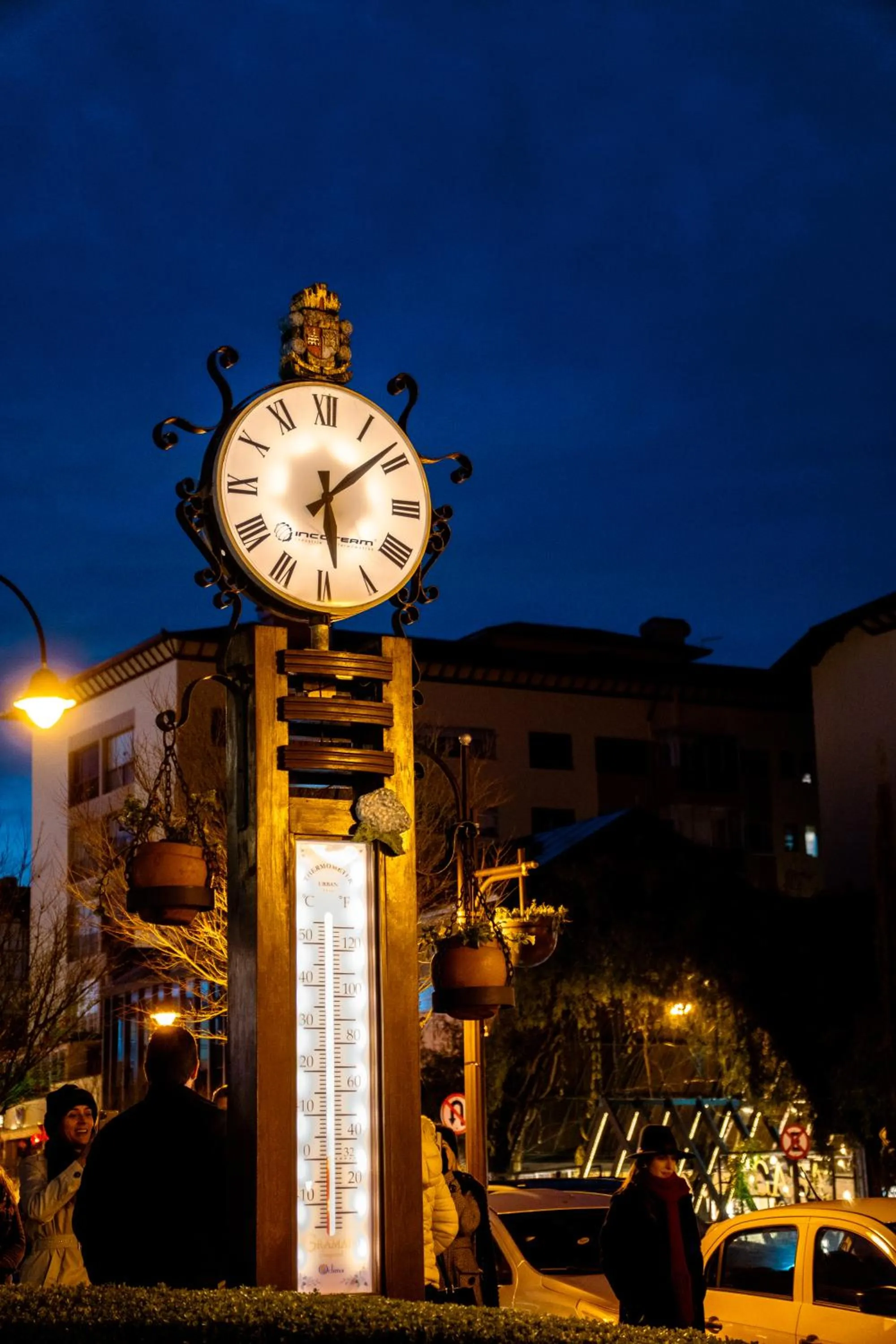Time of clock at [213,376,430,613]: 6:08
